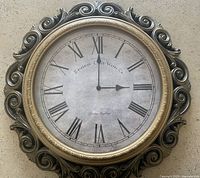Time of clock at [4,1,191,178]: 3:00
